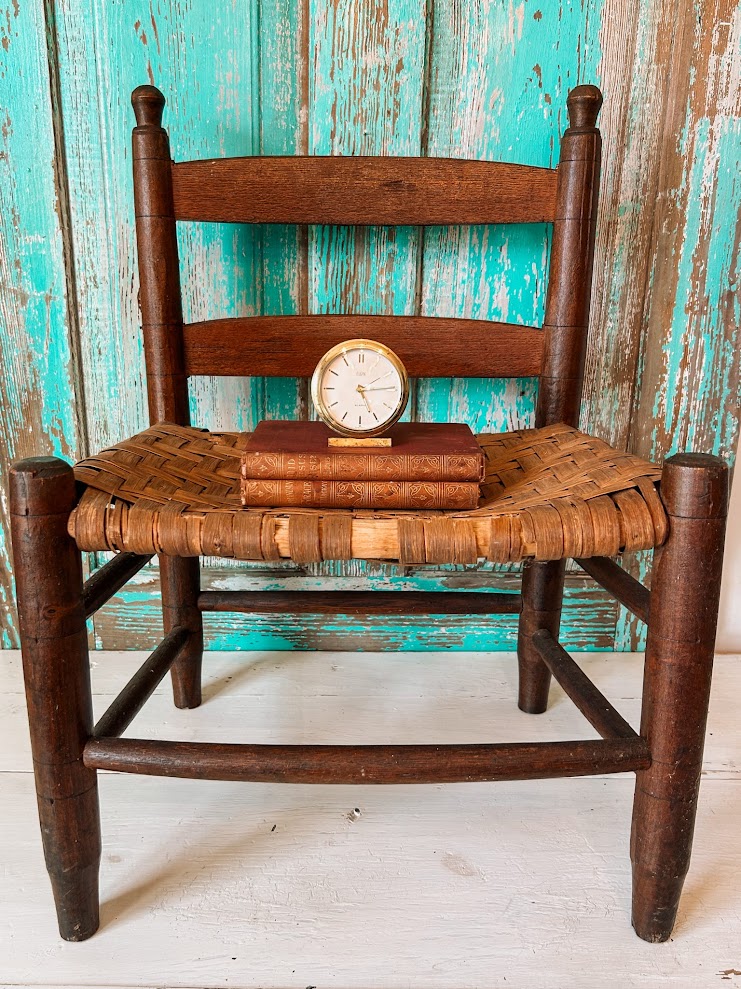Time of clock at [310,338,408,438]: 5:14
